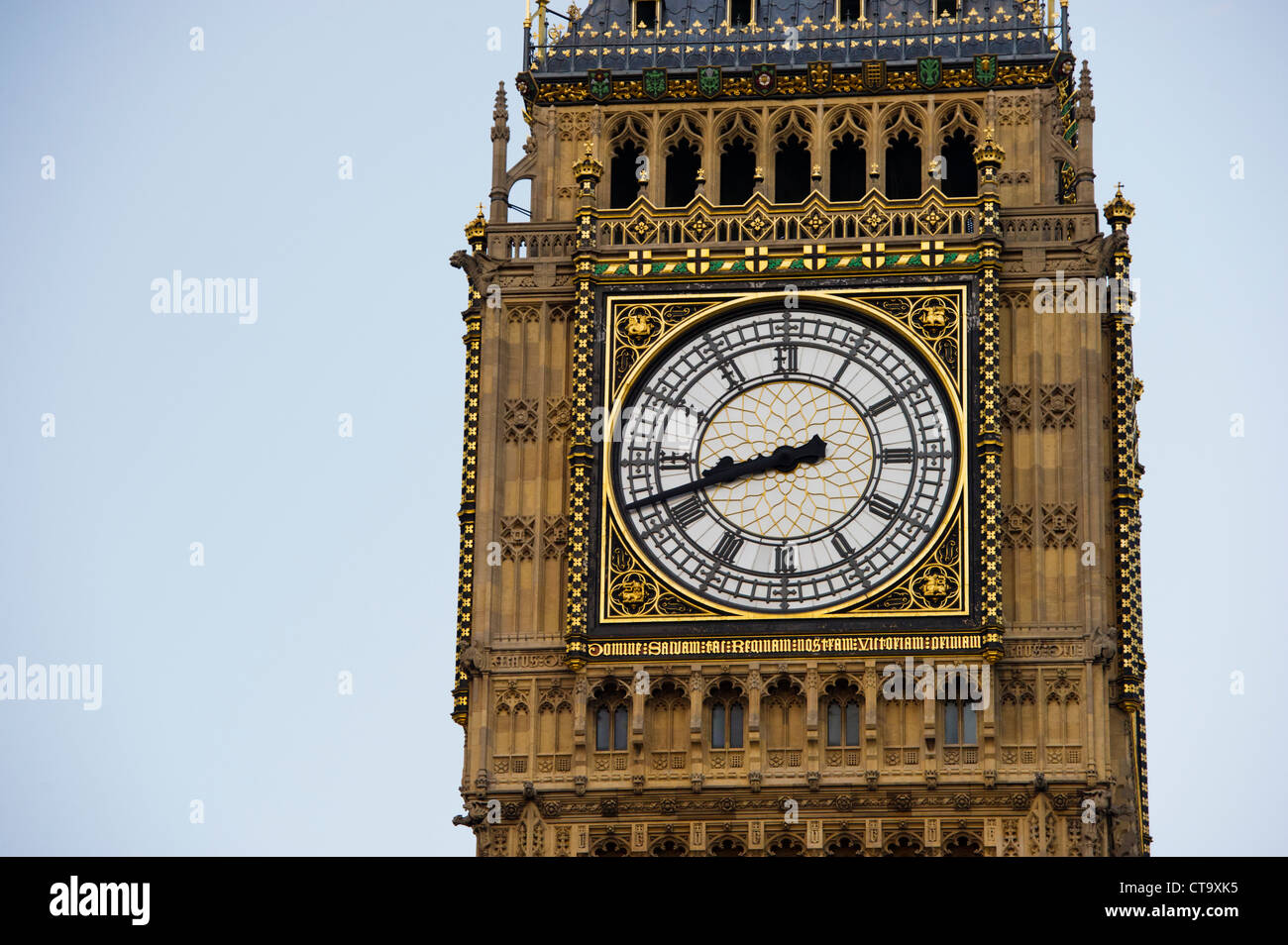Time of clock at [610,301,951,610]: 8:41
